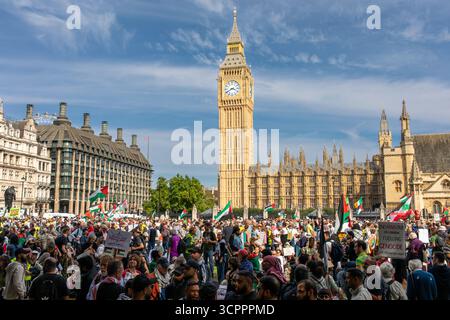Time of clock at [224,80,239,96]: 3:40
